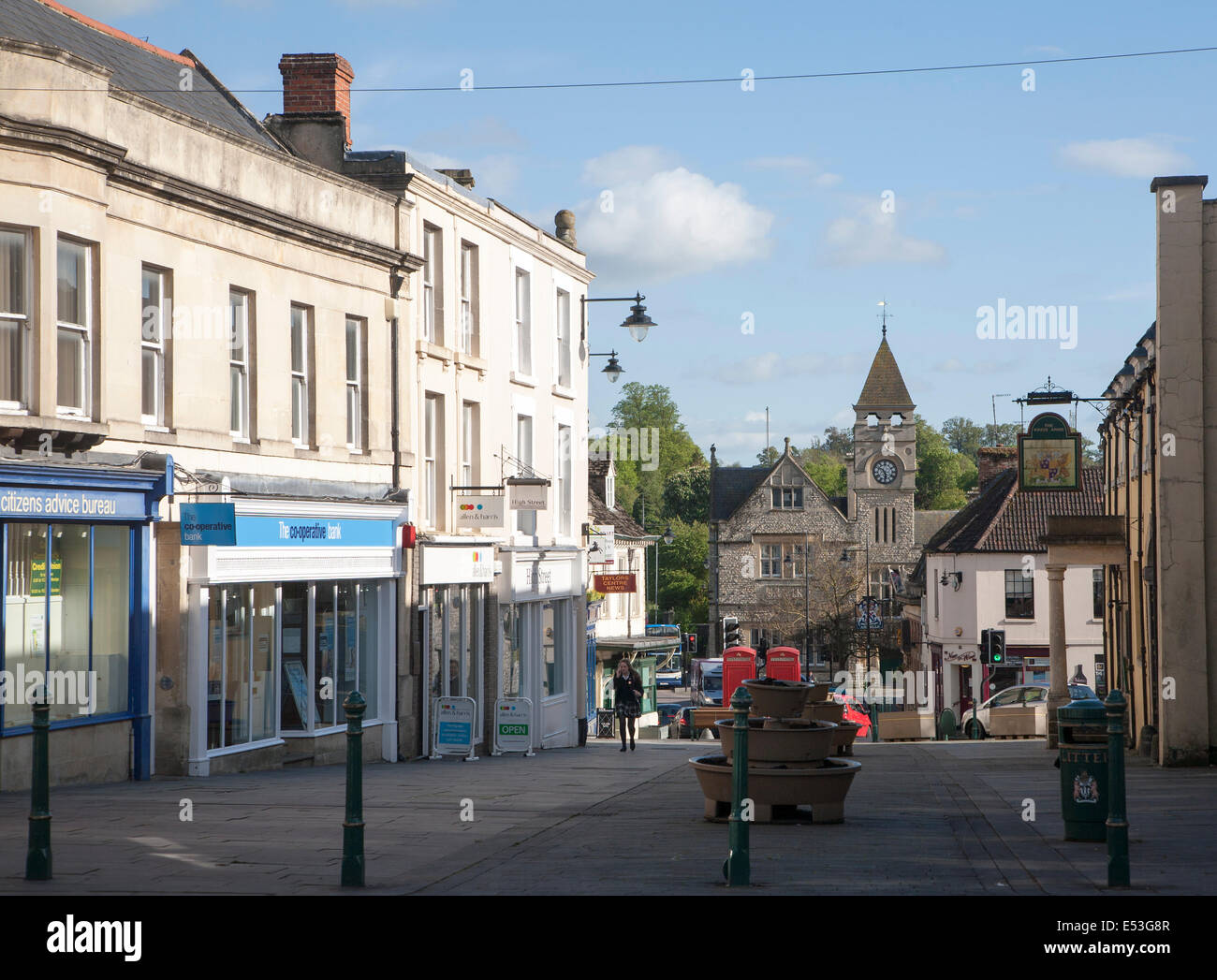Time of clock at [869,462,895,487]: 5:51
